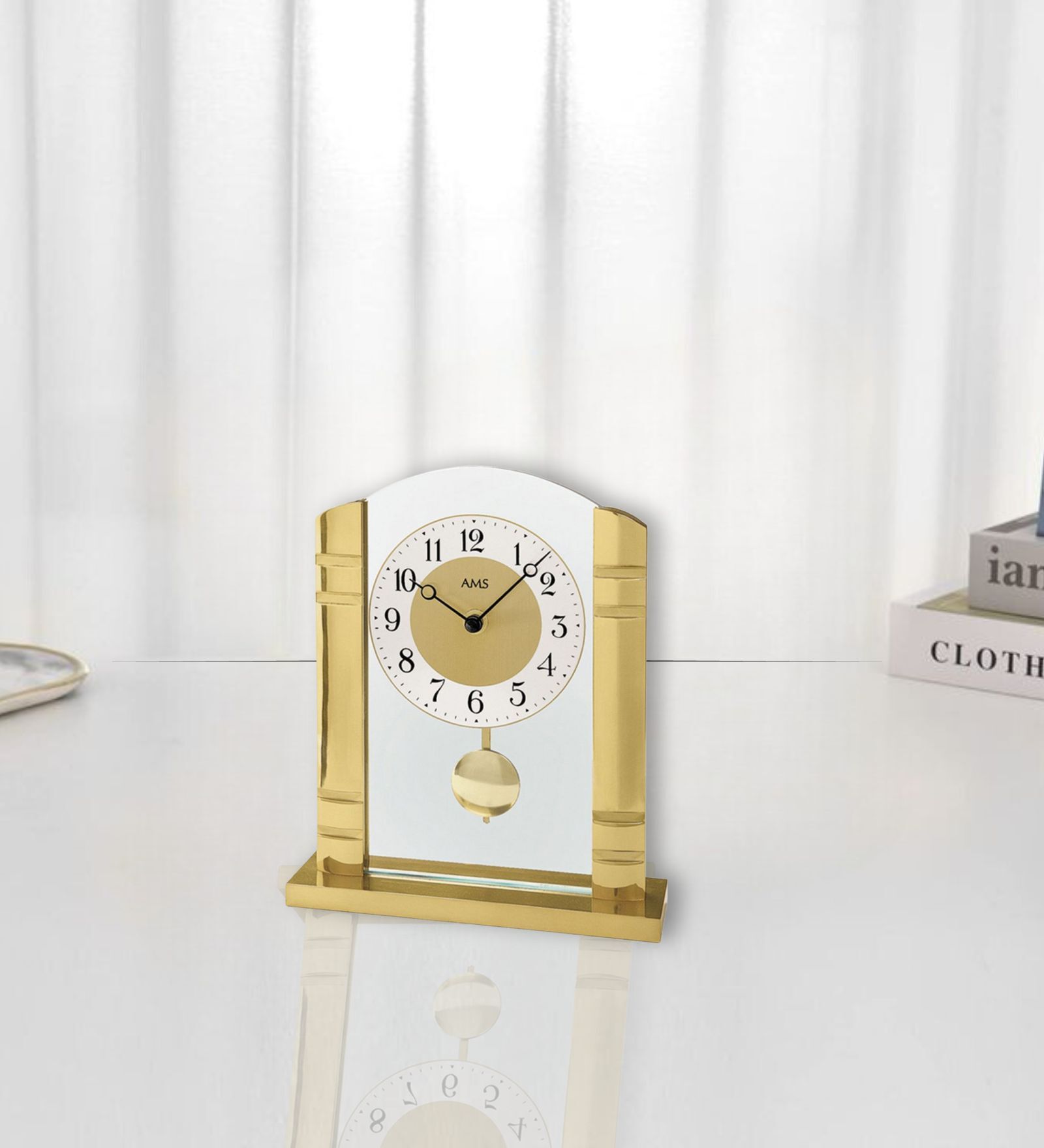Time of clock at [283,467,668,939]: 10:07
